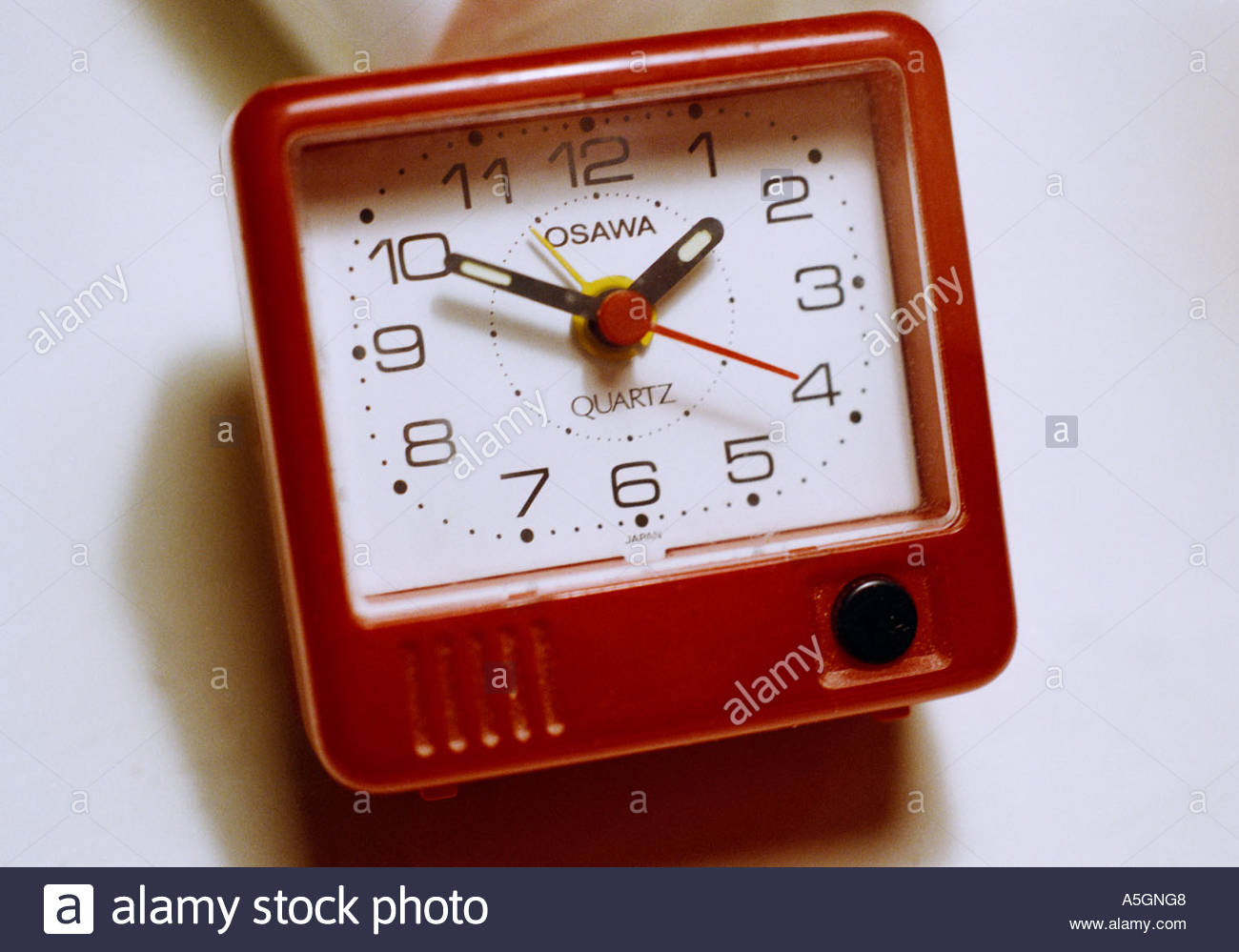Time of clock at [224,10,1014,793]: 1:50
